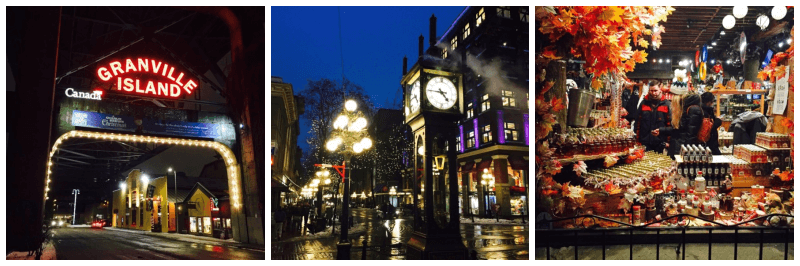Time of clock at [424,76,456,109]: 4:45
